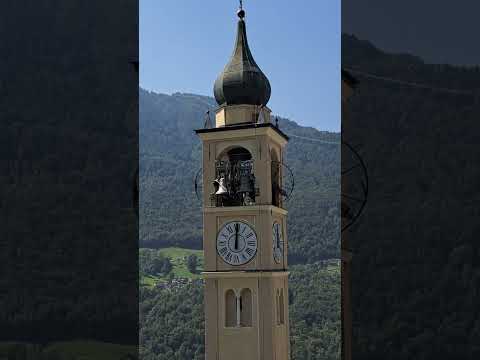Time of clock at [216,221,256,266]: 12:00
